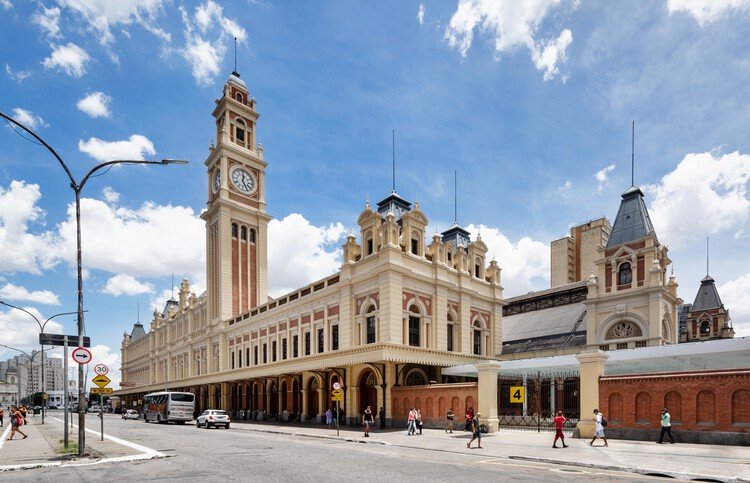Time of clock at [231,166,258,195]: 12:24
